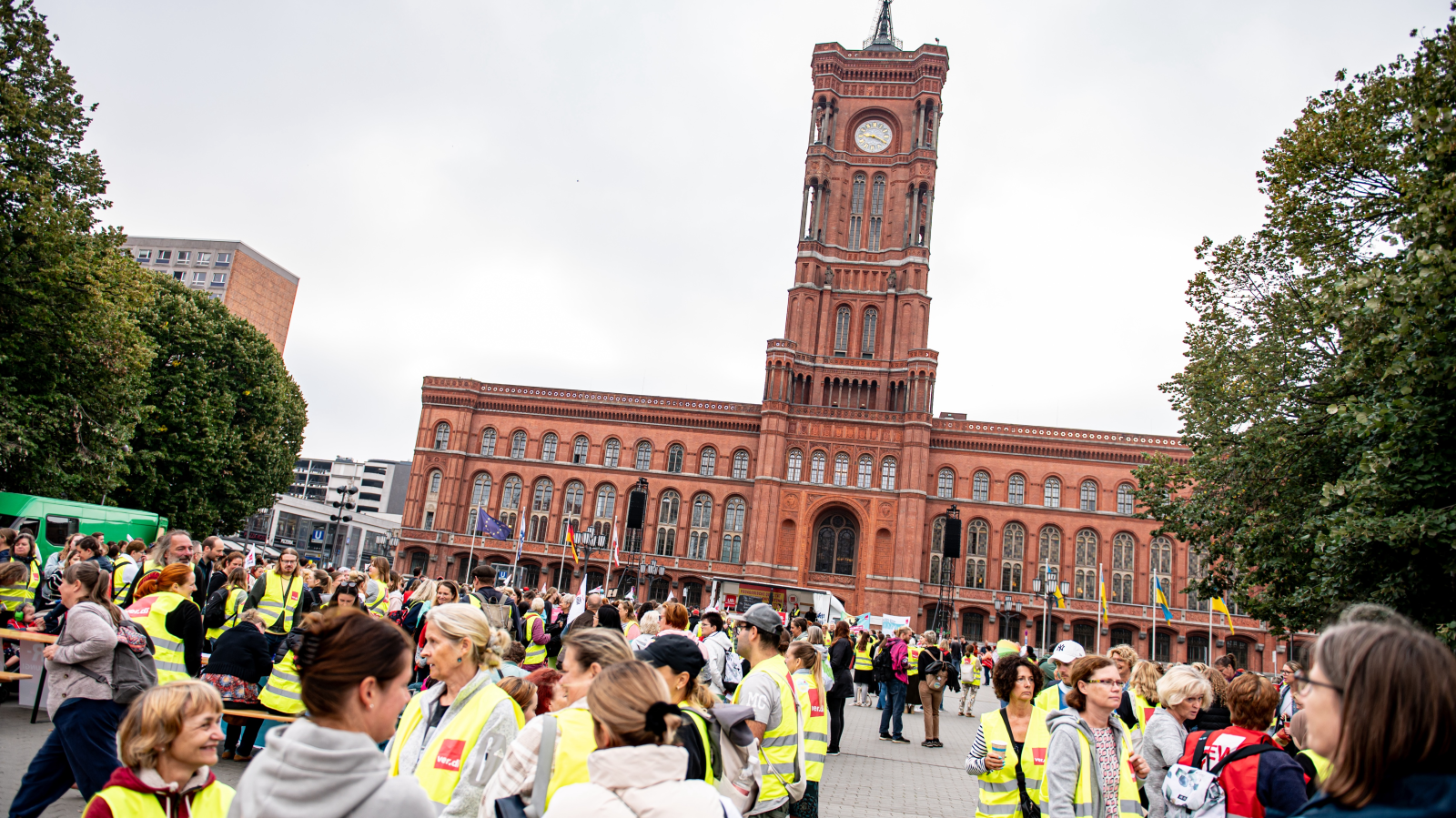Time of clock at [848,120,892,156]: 8:19
